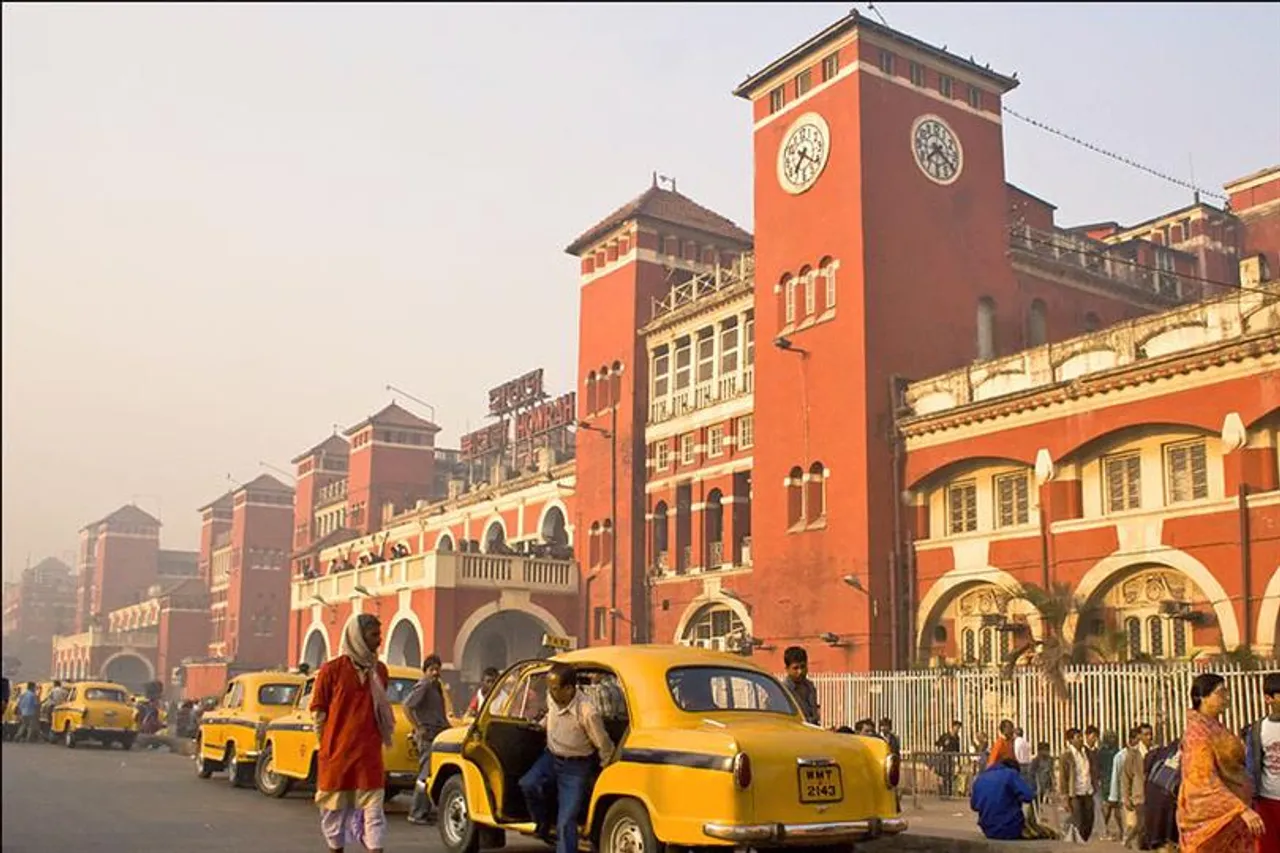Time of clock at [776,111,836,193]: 7:21
